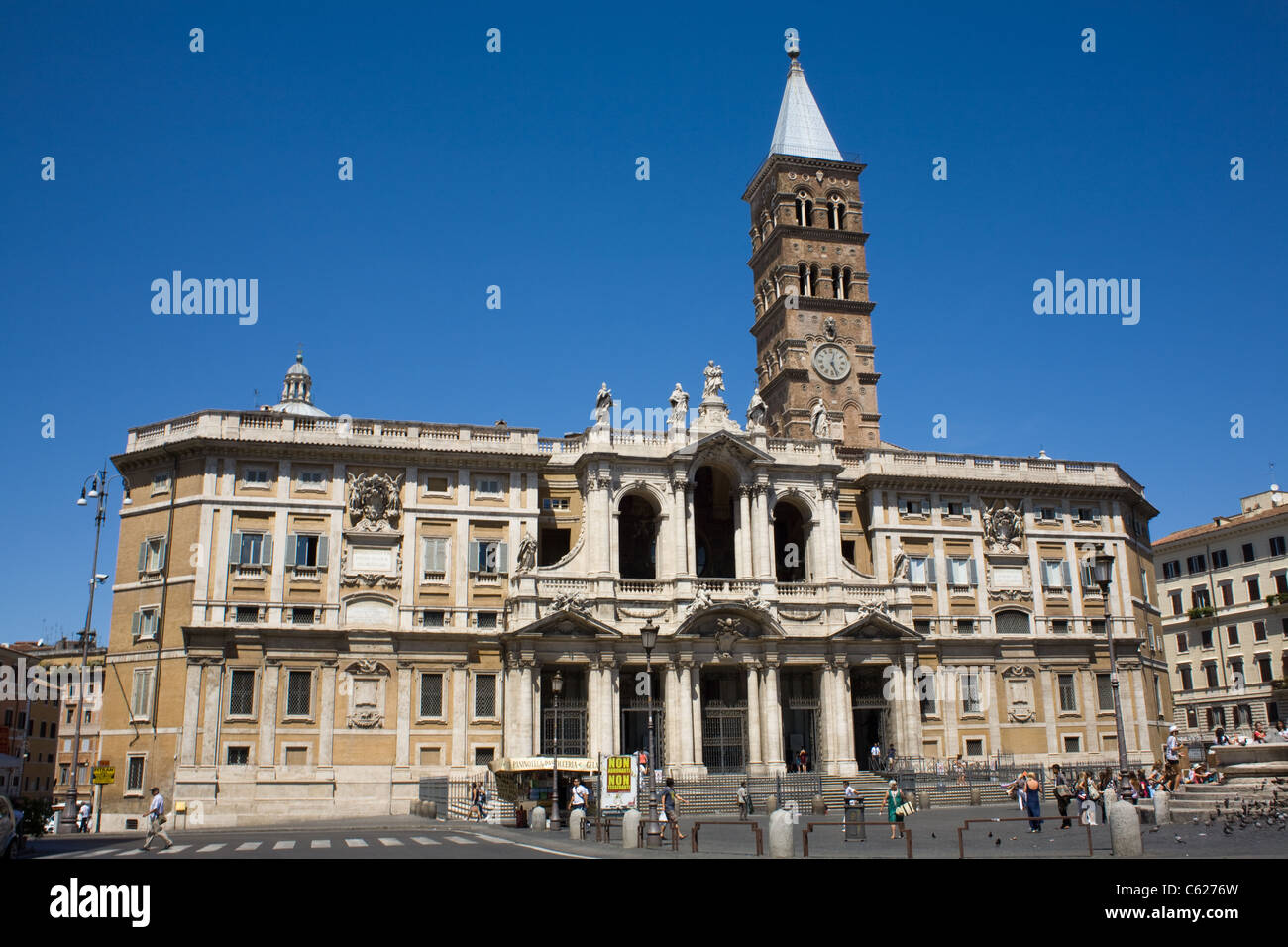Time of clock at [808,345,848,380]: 12:26
